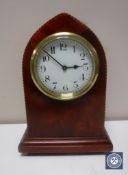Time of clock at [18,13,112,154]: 2:52
